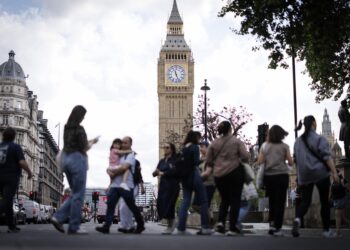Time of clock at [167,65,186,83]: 11:26
